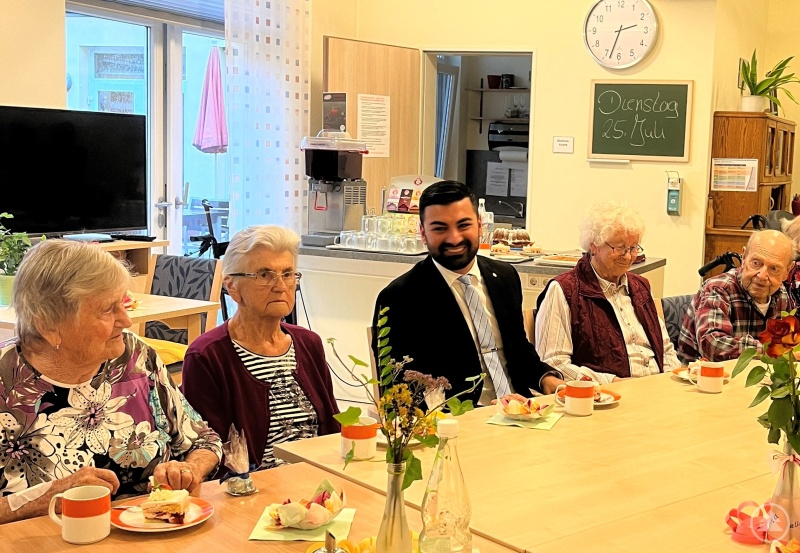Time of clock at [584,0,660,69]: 2:33
